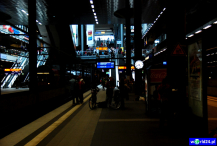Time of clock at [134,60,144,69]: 4:42
